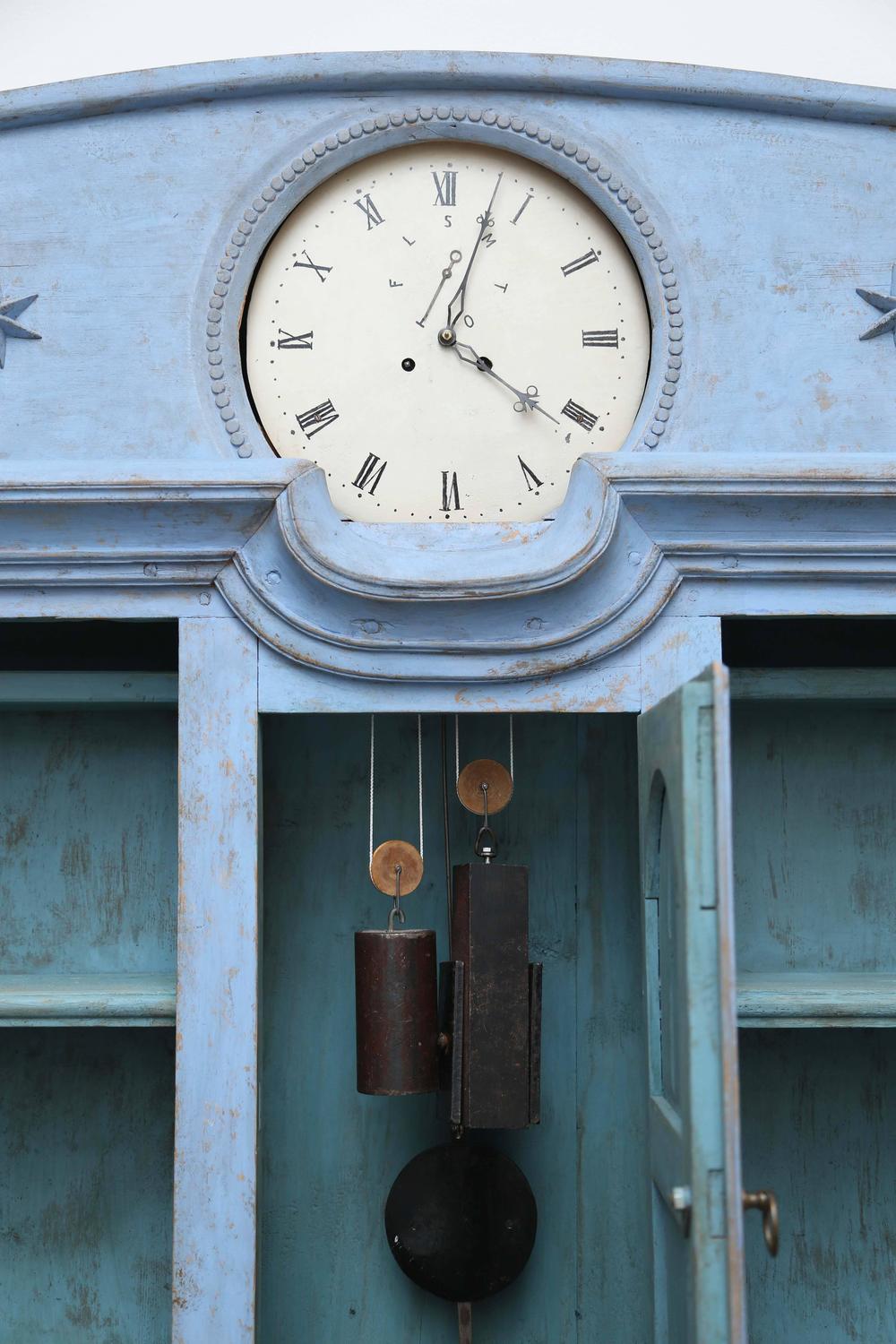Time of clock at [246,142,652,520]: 4:03
